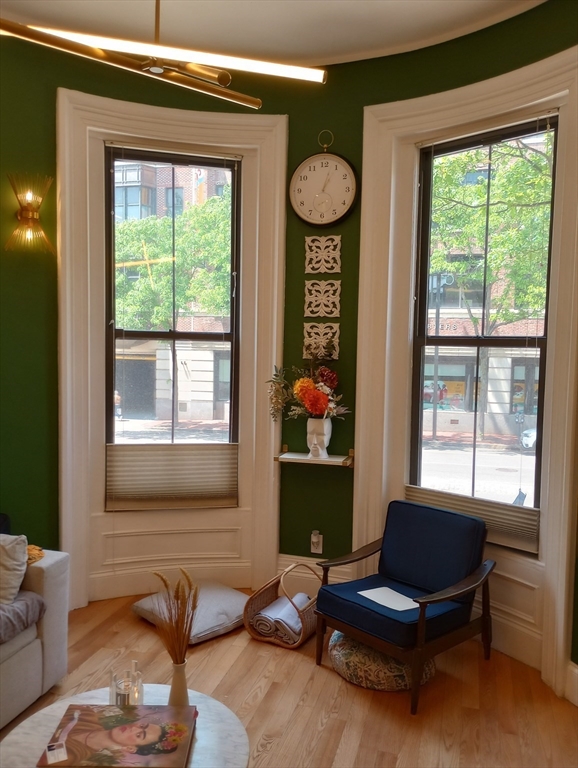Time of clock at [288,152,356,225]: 1:03
